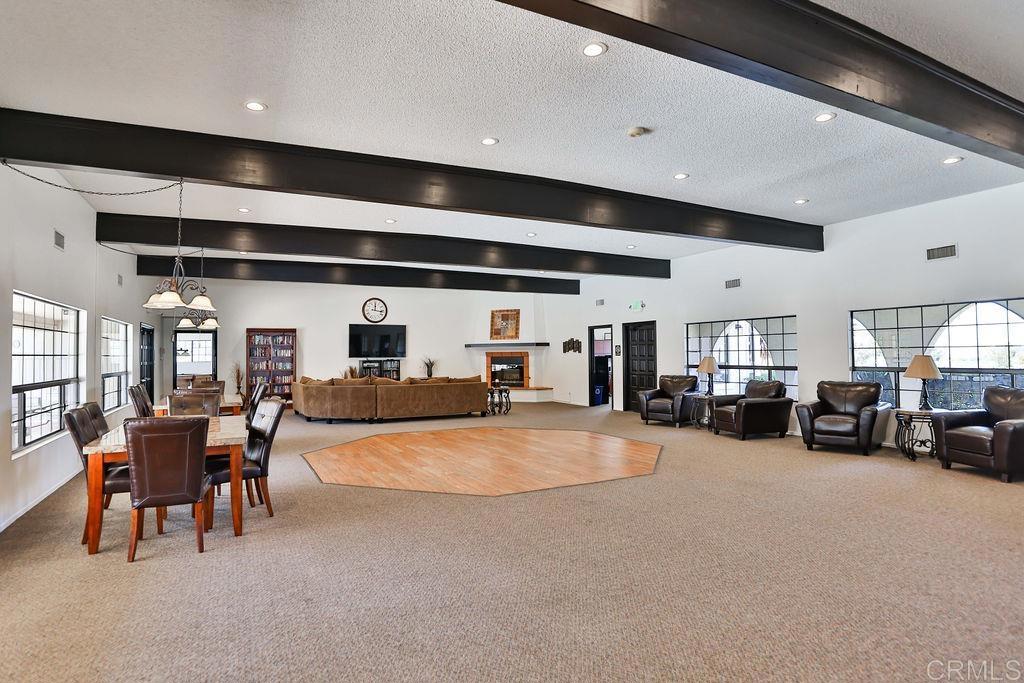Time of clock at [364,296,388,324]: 12:16
